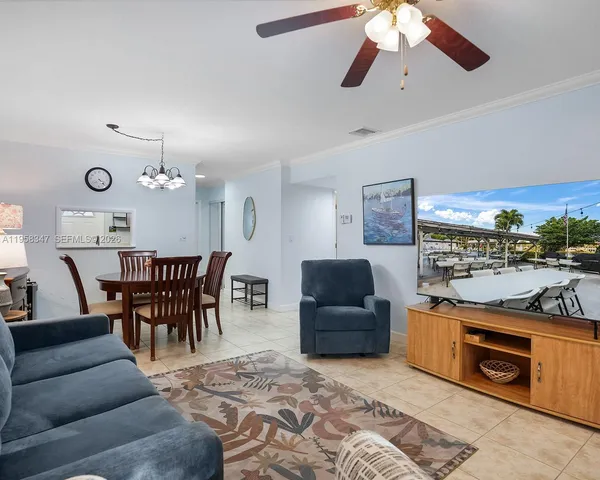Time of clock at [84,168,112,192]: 4:22
